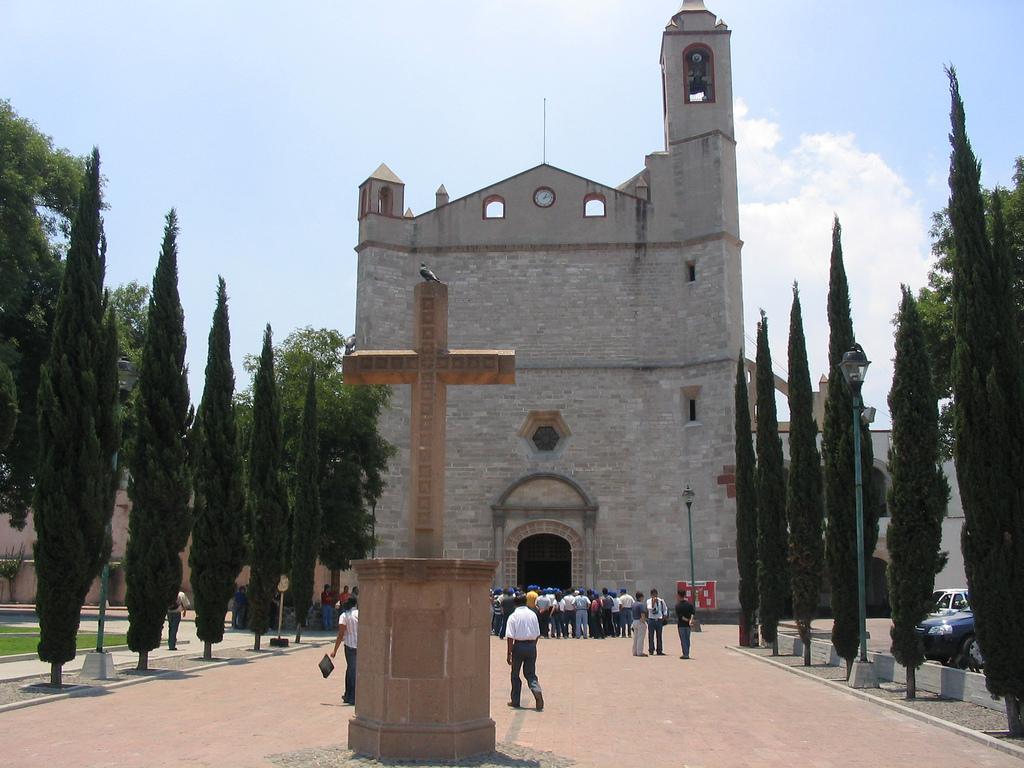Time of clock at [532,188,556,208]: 1:12
